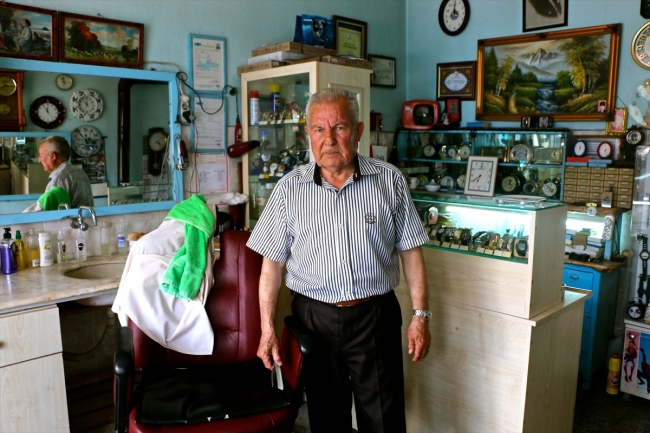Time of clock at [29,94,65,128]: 11:54
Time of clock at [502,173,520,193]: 12:23
